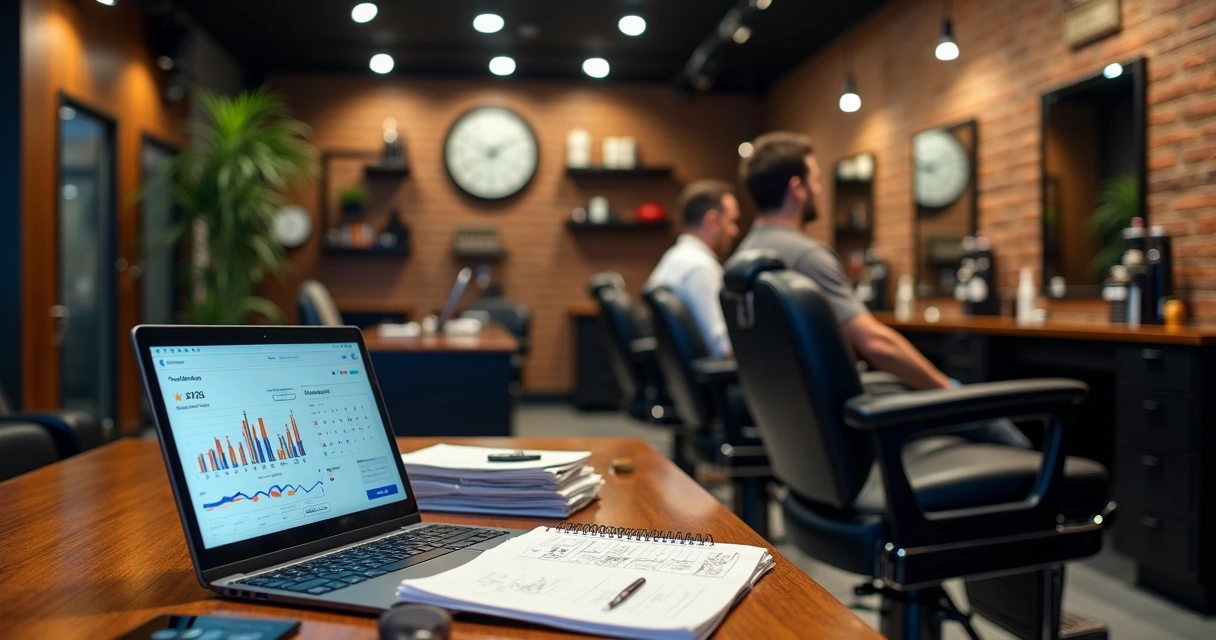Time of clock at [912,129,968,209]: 9:12
